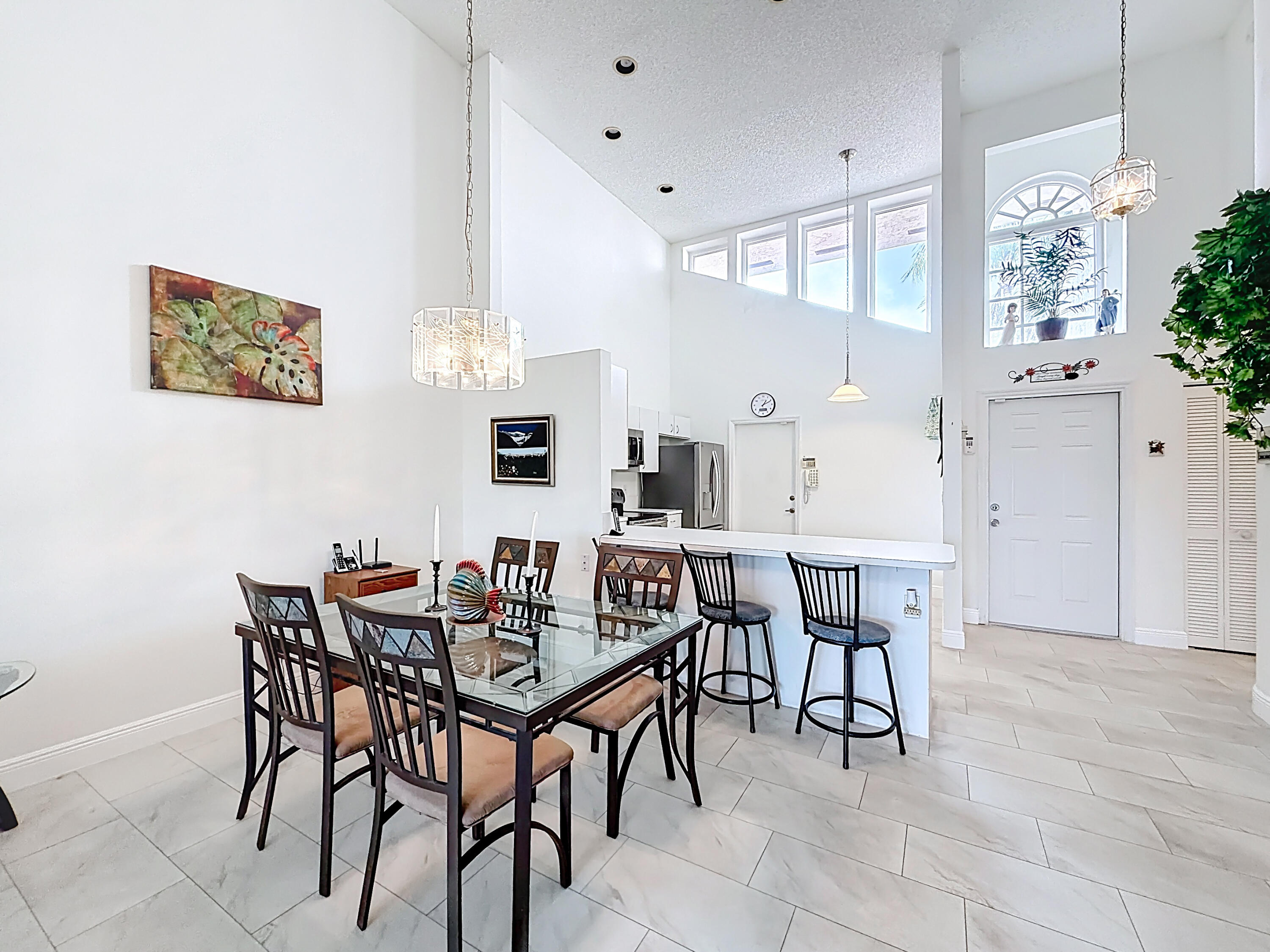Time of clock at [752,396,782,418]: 1:10
